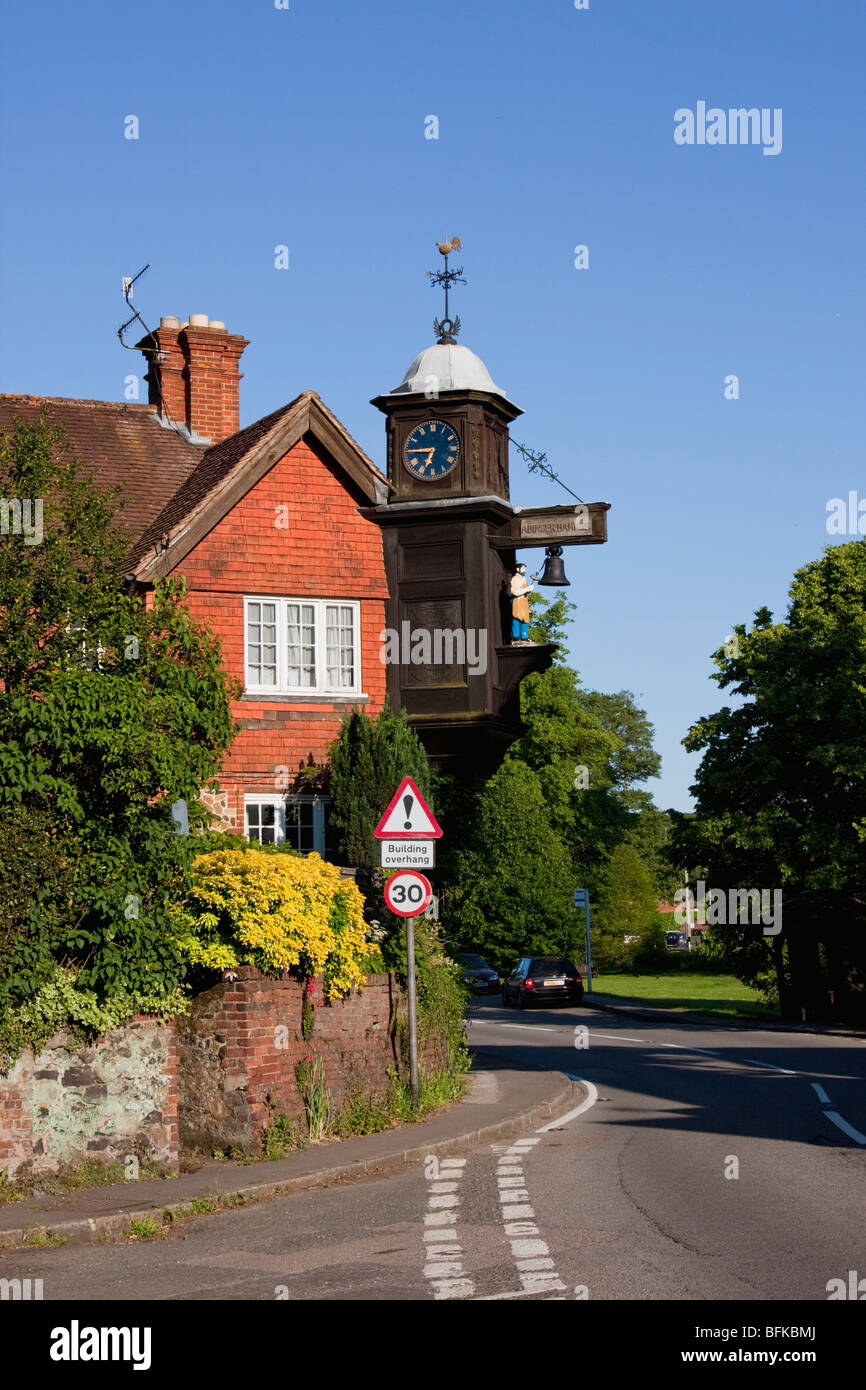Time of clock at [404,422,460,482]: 6:45
